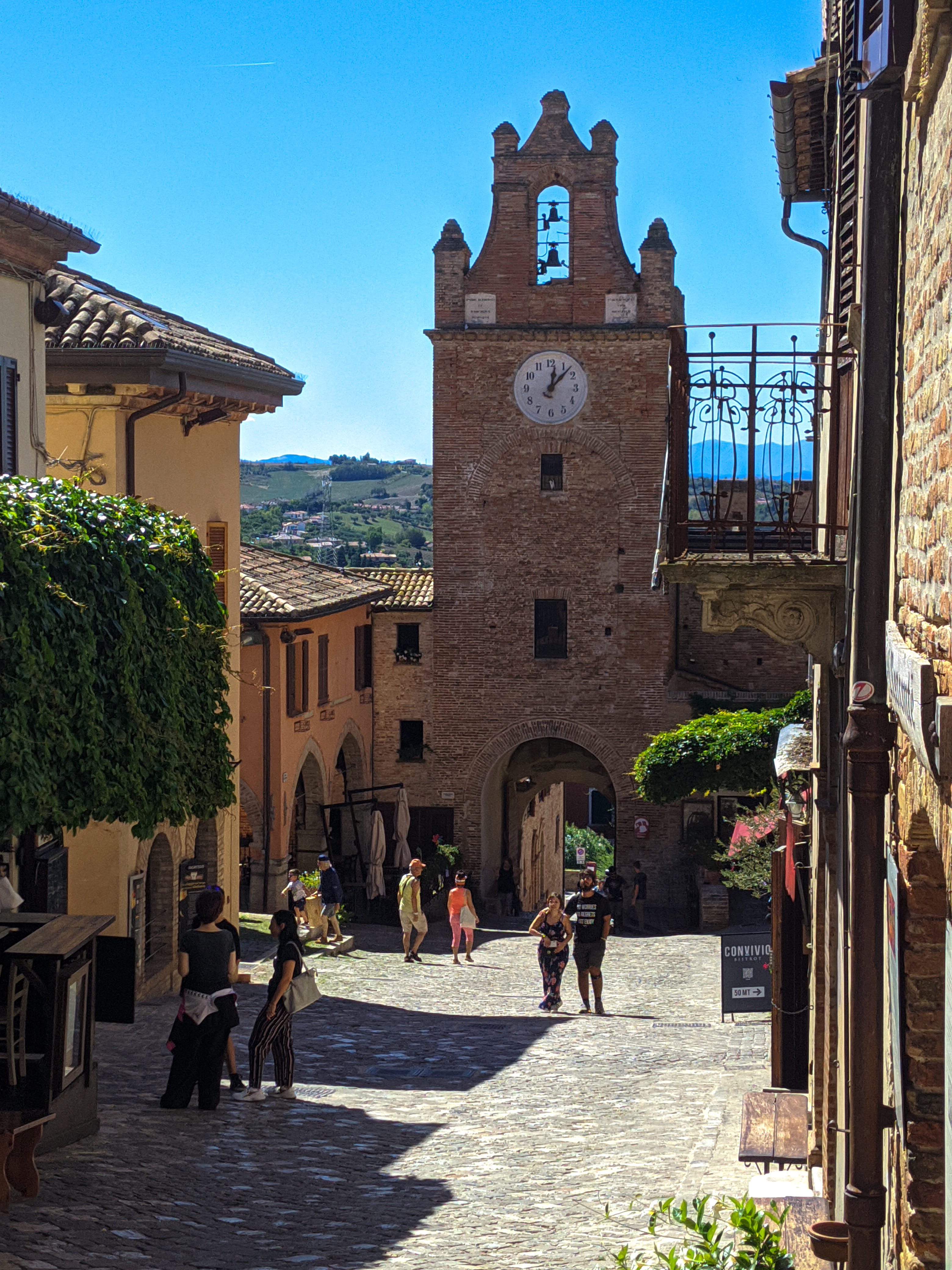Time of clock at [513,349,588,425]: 12:07
